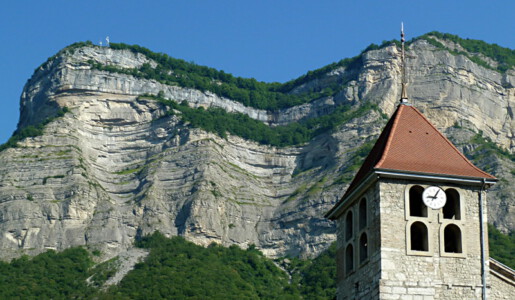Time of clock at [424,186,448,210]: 9:05
